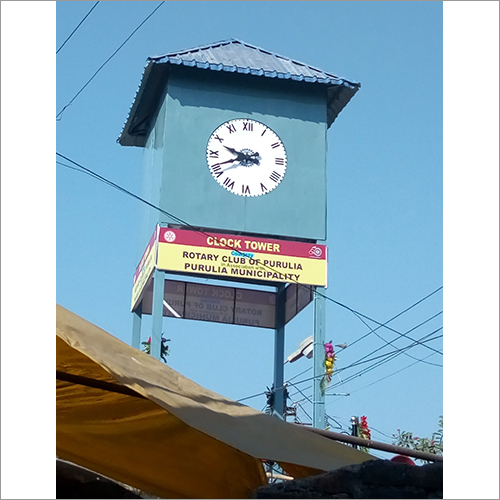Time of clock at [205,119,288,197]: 9:41
